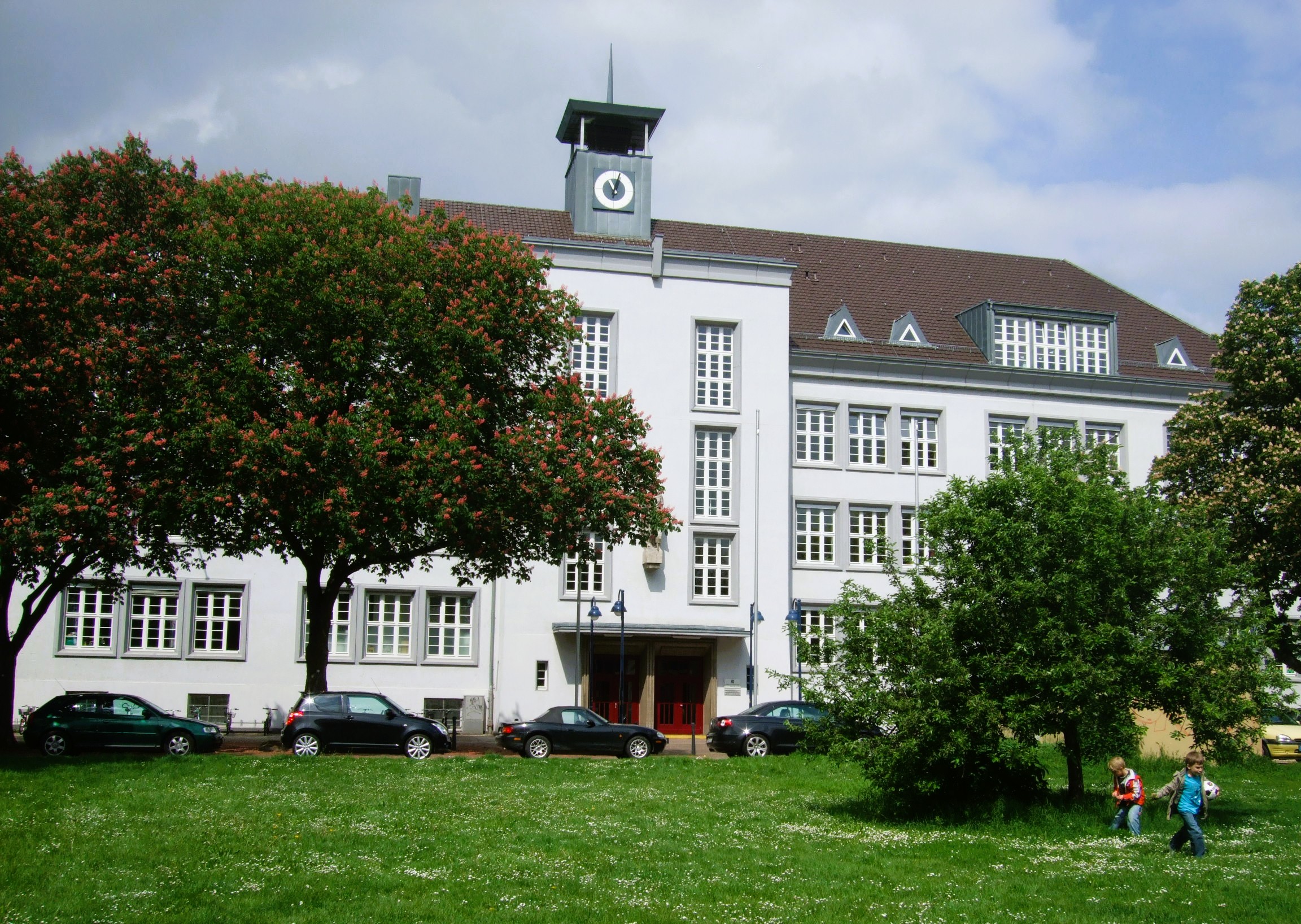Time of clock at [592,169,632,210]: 11:03
